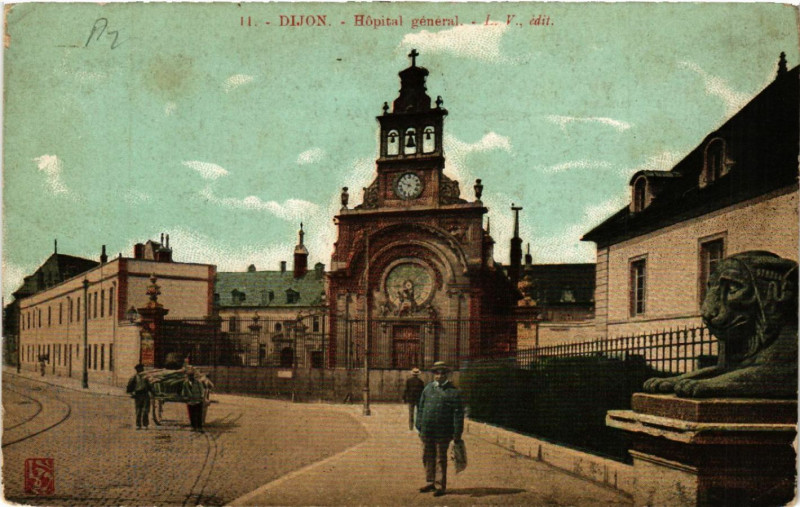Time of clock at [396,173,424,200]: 6:48
